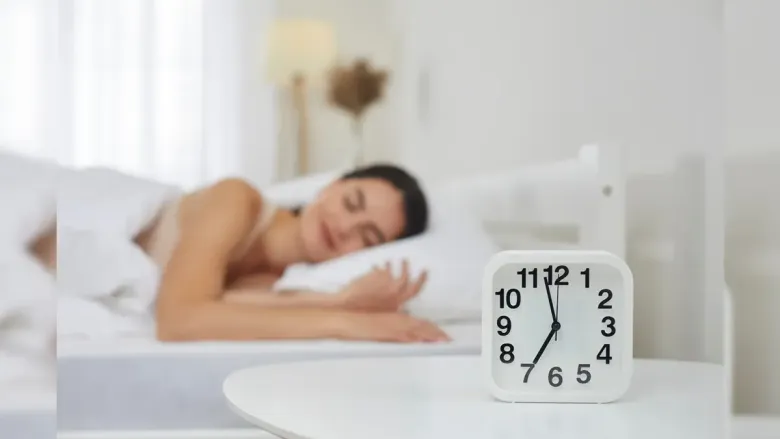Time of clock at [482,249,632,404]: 6:57
